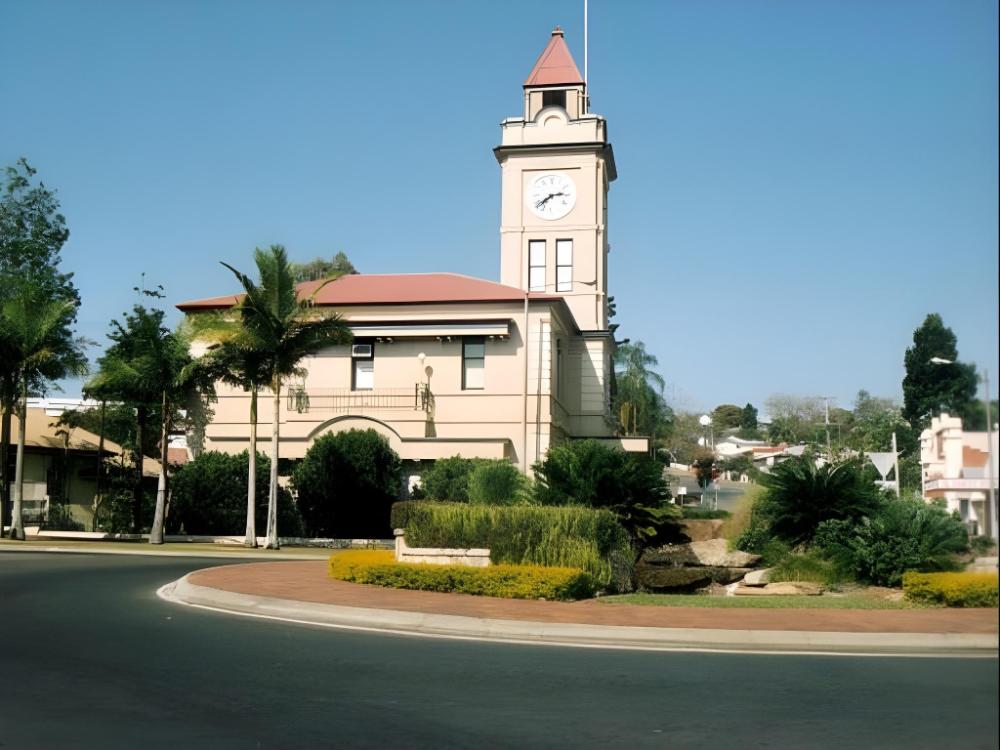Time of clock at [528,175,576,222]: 2:38
